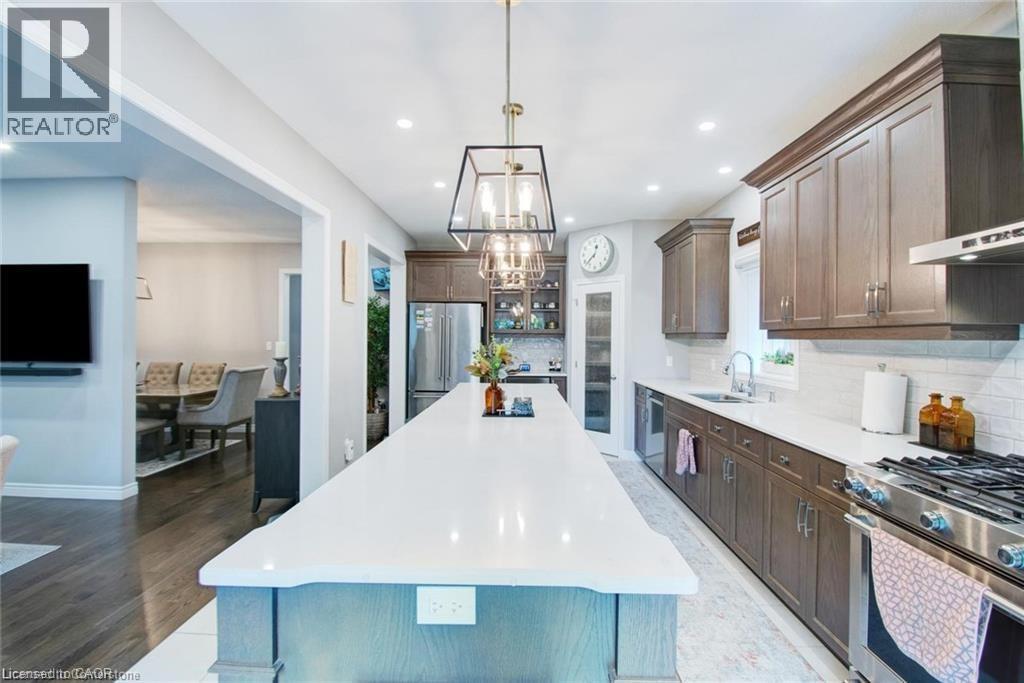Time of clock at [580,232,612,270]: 12:37
